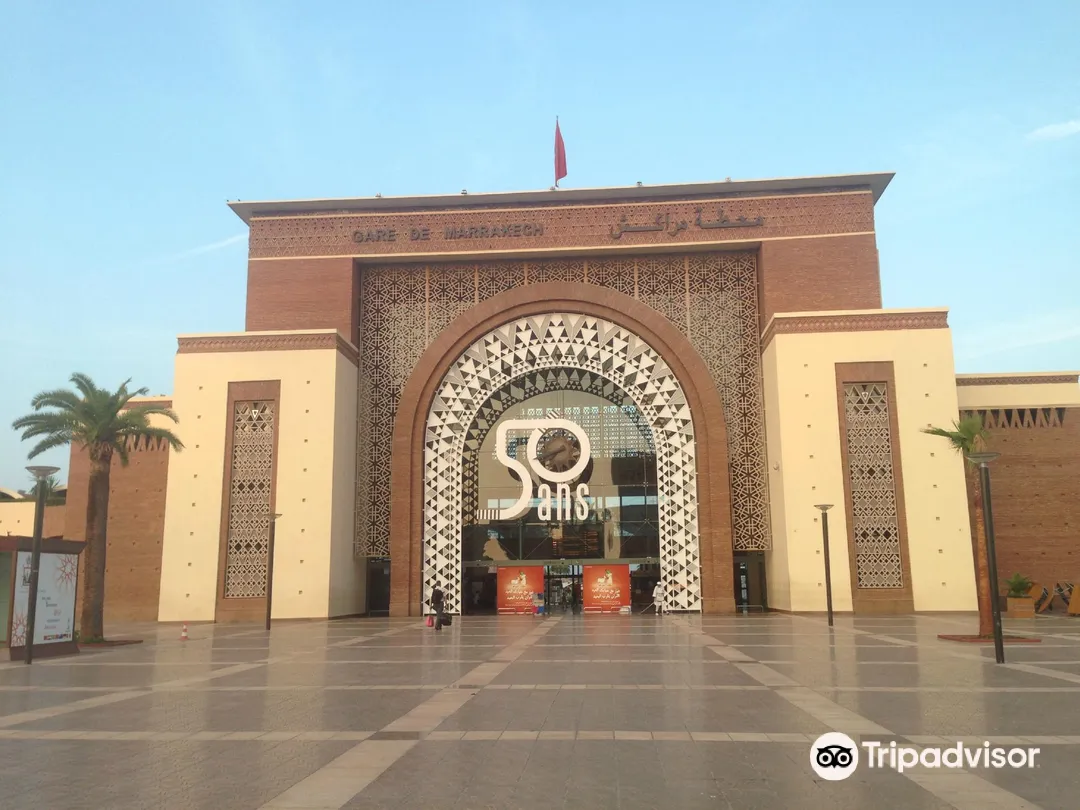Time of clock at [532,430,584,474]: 7:41
